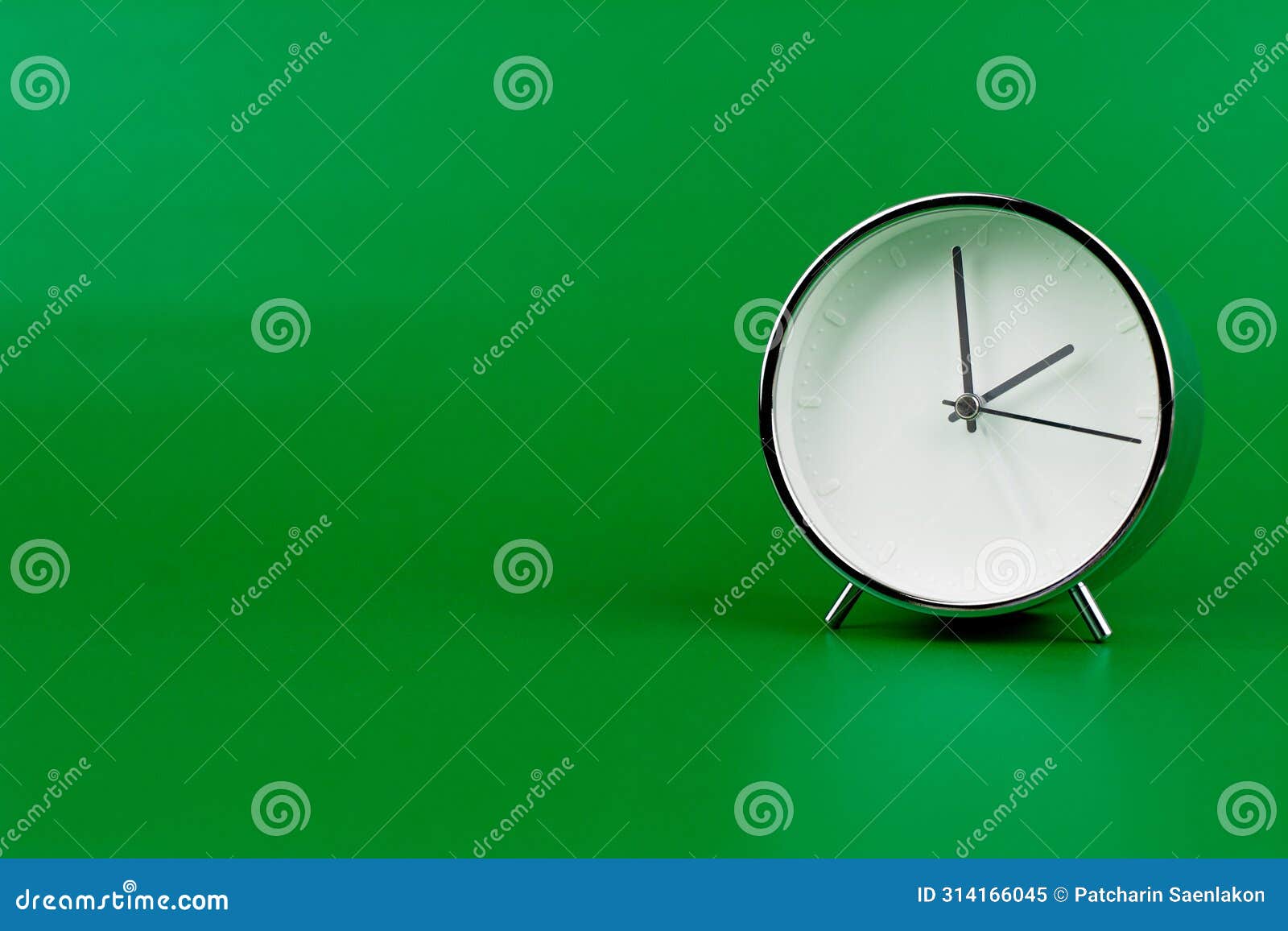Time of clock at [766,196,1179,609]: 1:59
